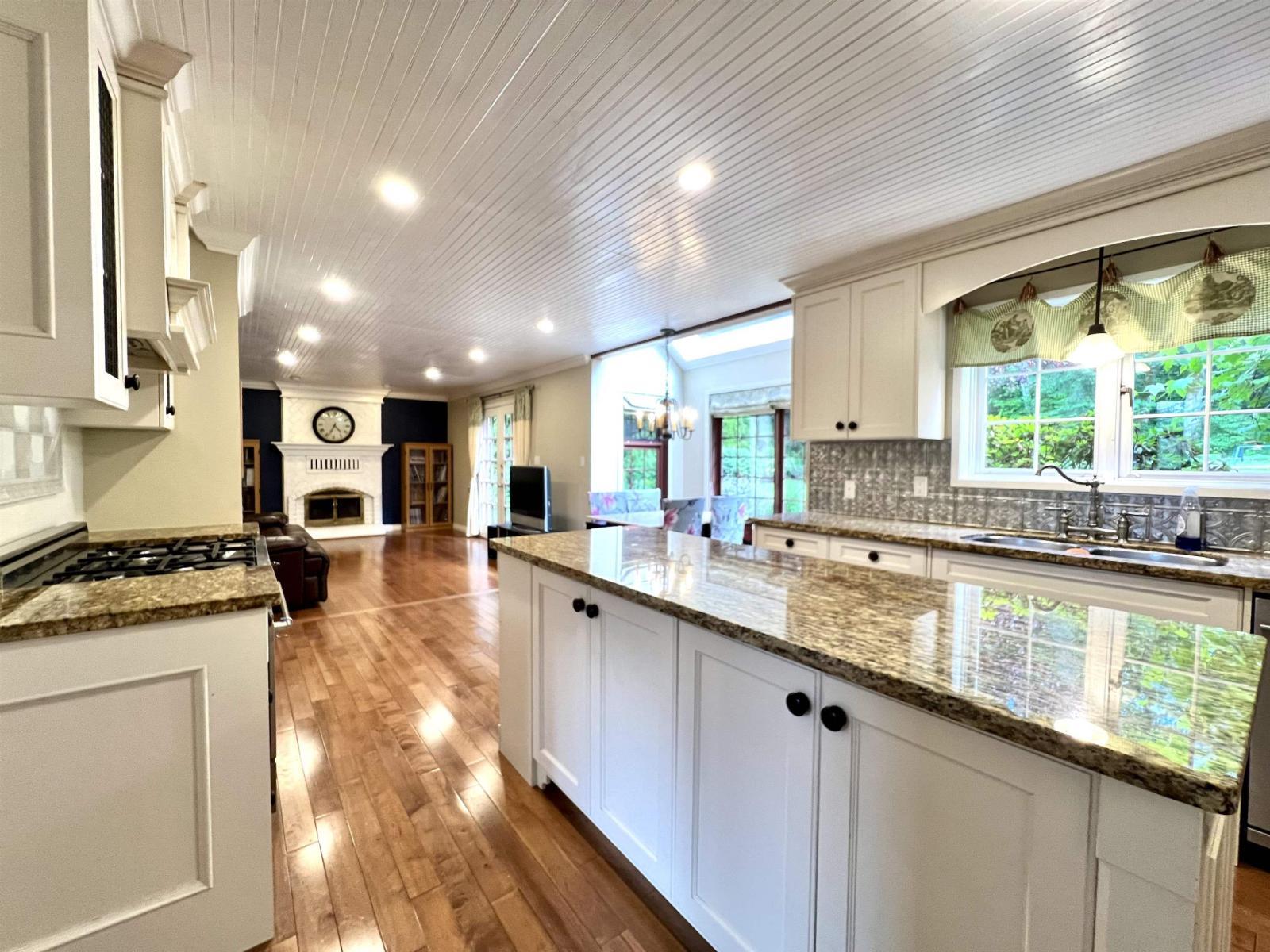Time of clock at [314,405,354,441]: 4:33
